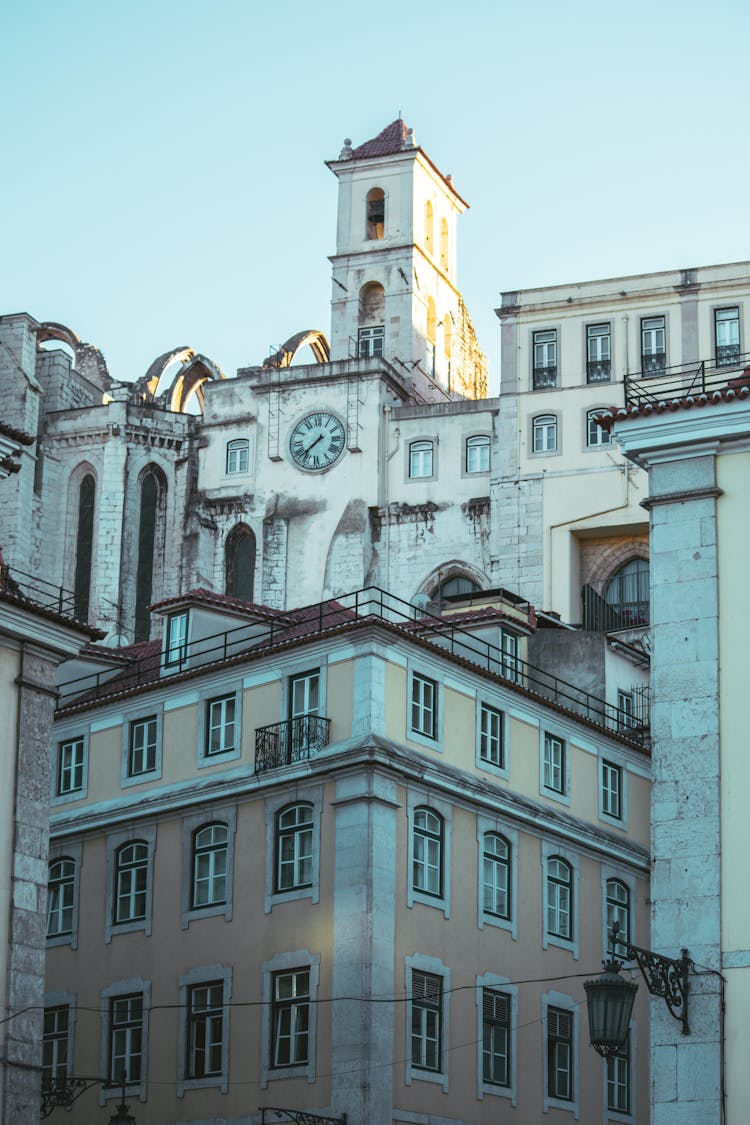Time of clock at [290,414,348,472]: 7:37
